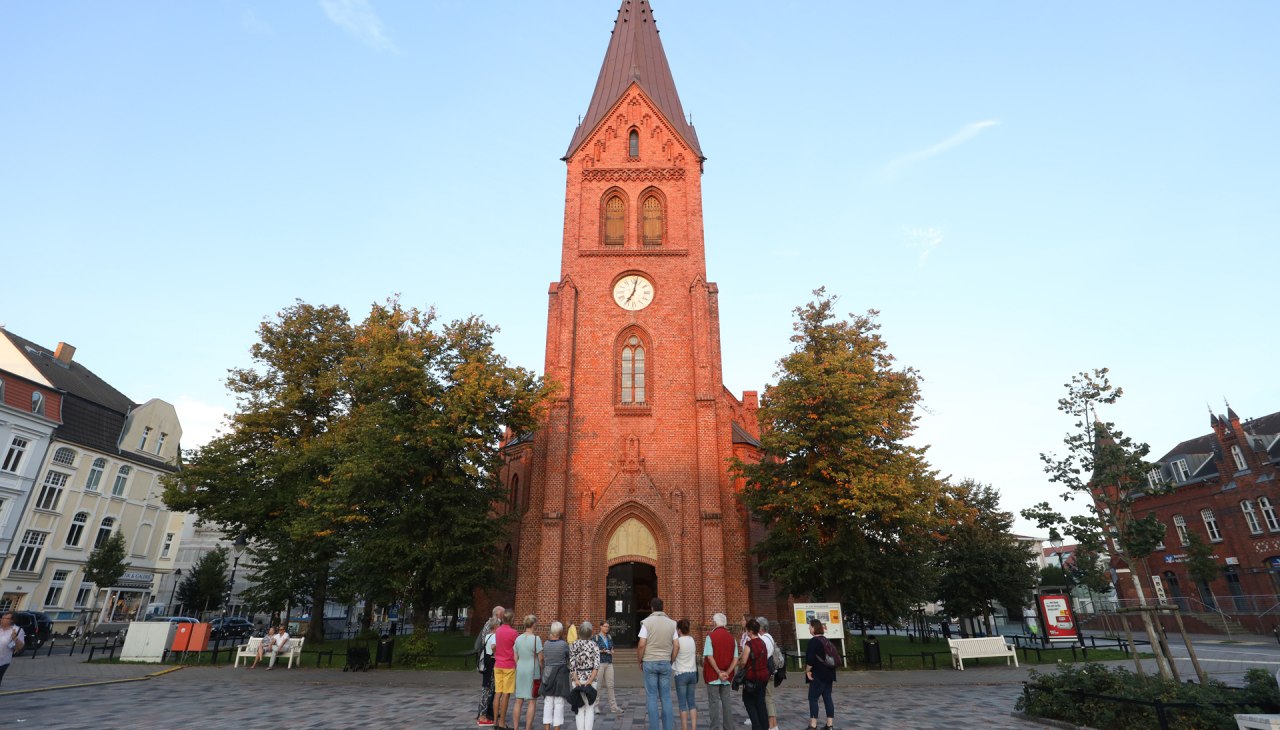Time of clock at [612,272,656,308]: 7:02
